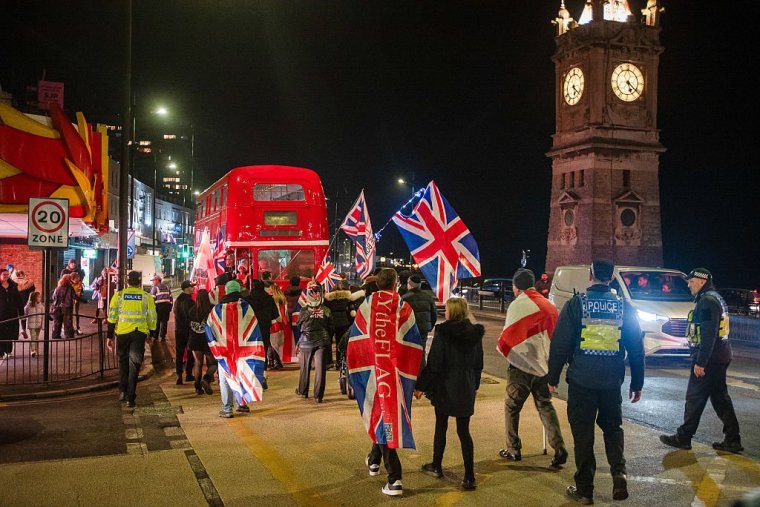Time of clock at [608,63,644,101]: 5:21
